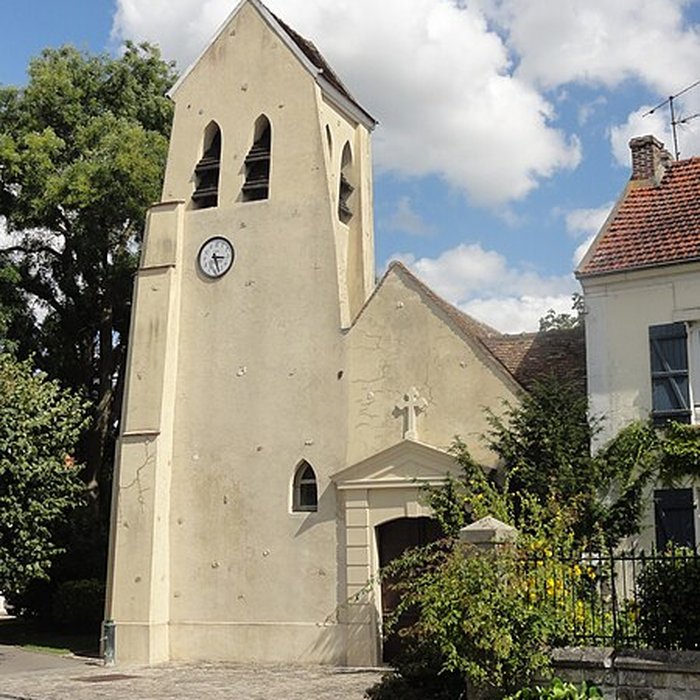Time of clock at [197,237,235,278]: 3:27
